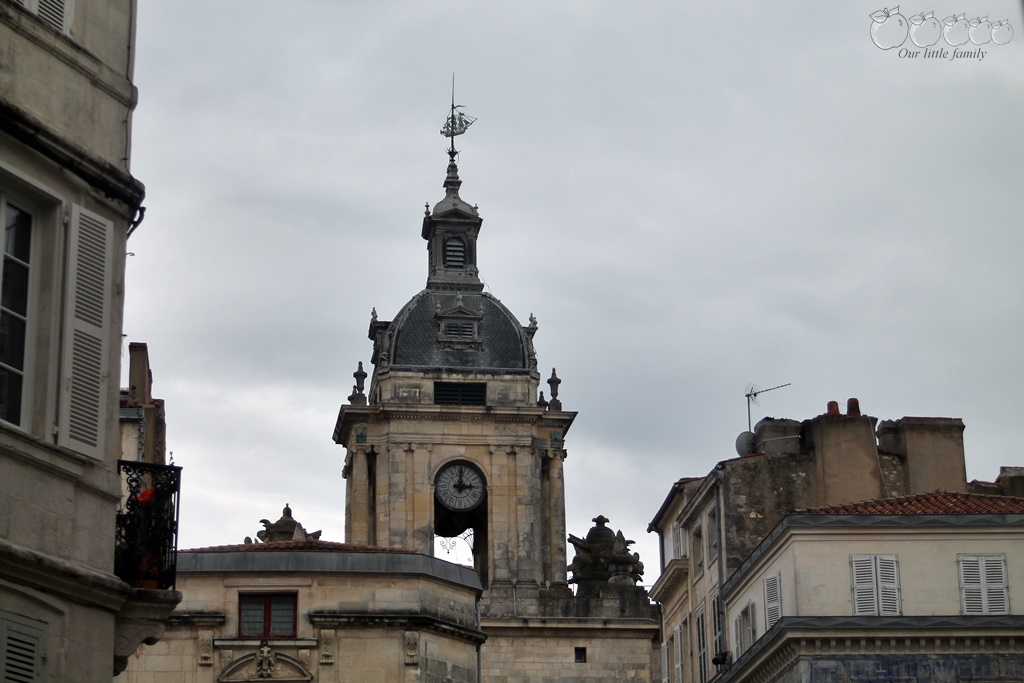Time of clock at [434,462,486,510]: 3:00
